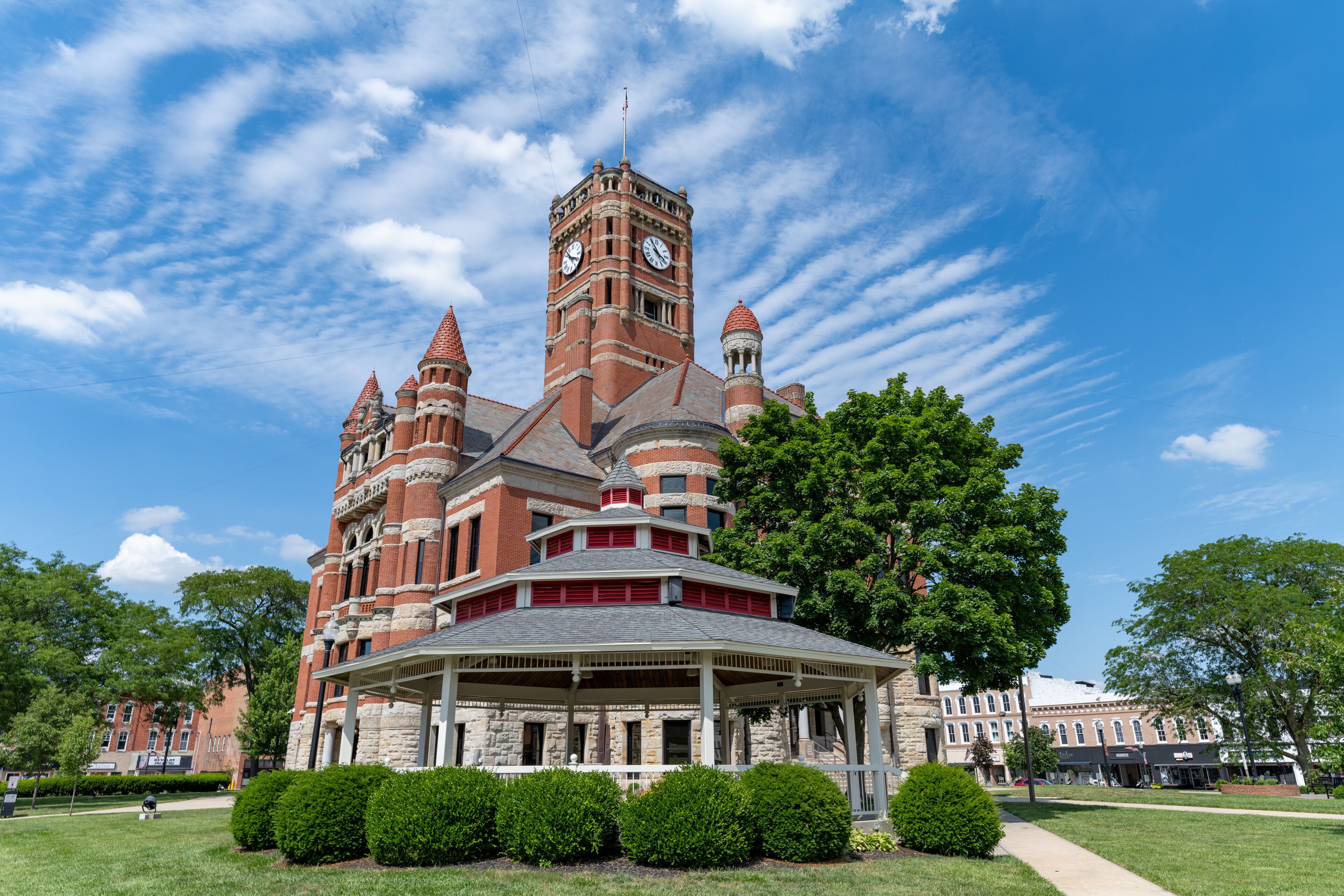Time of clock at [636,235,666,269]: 3:54
